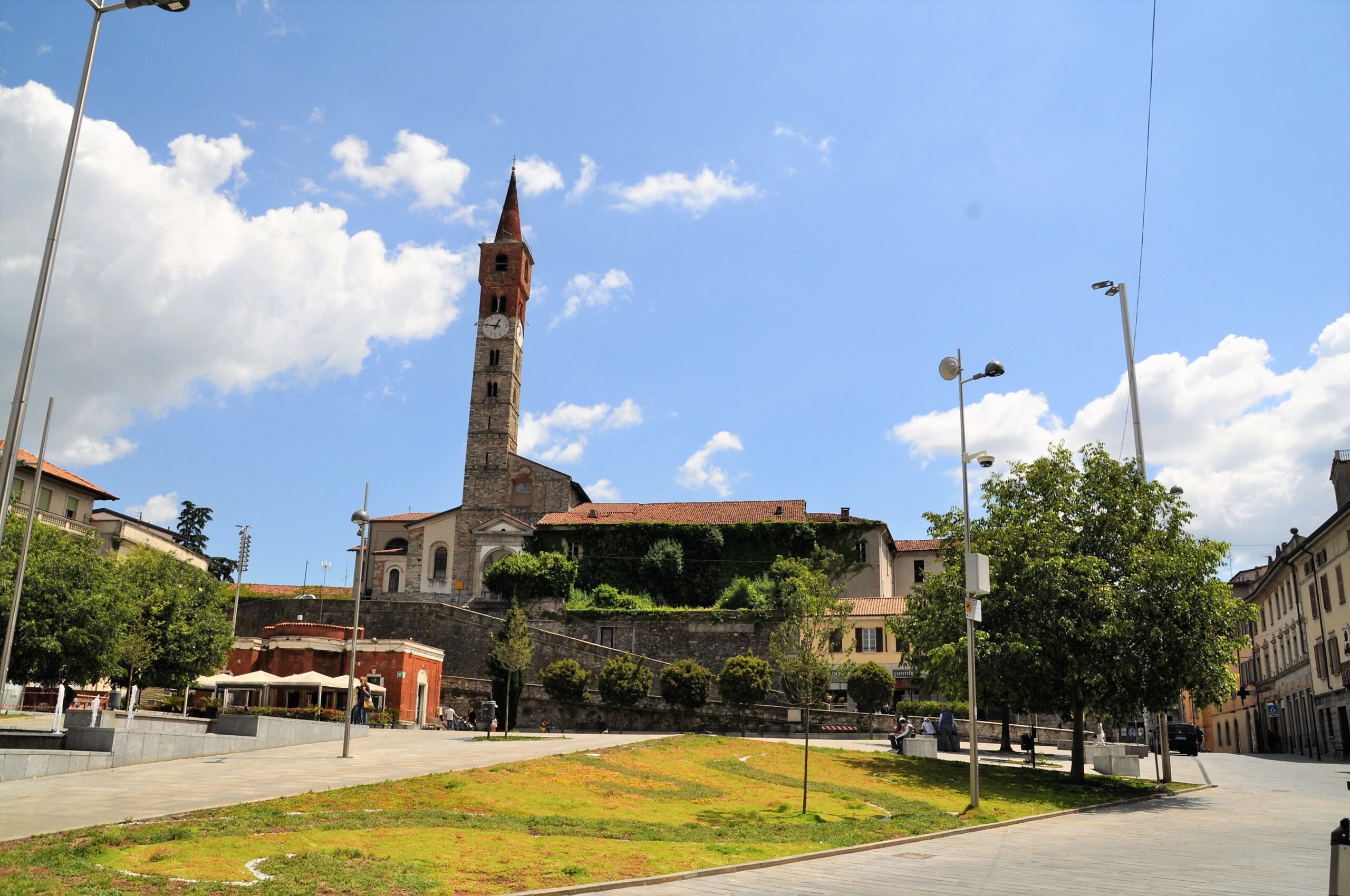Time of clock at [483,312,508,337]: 12:46
